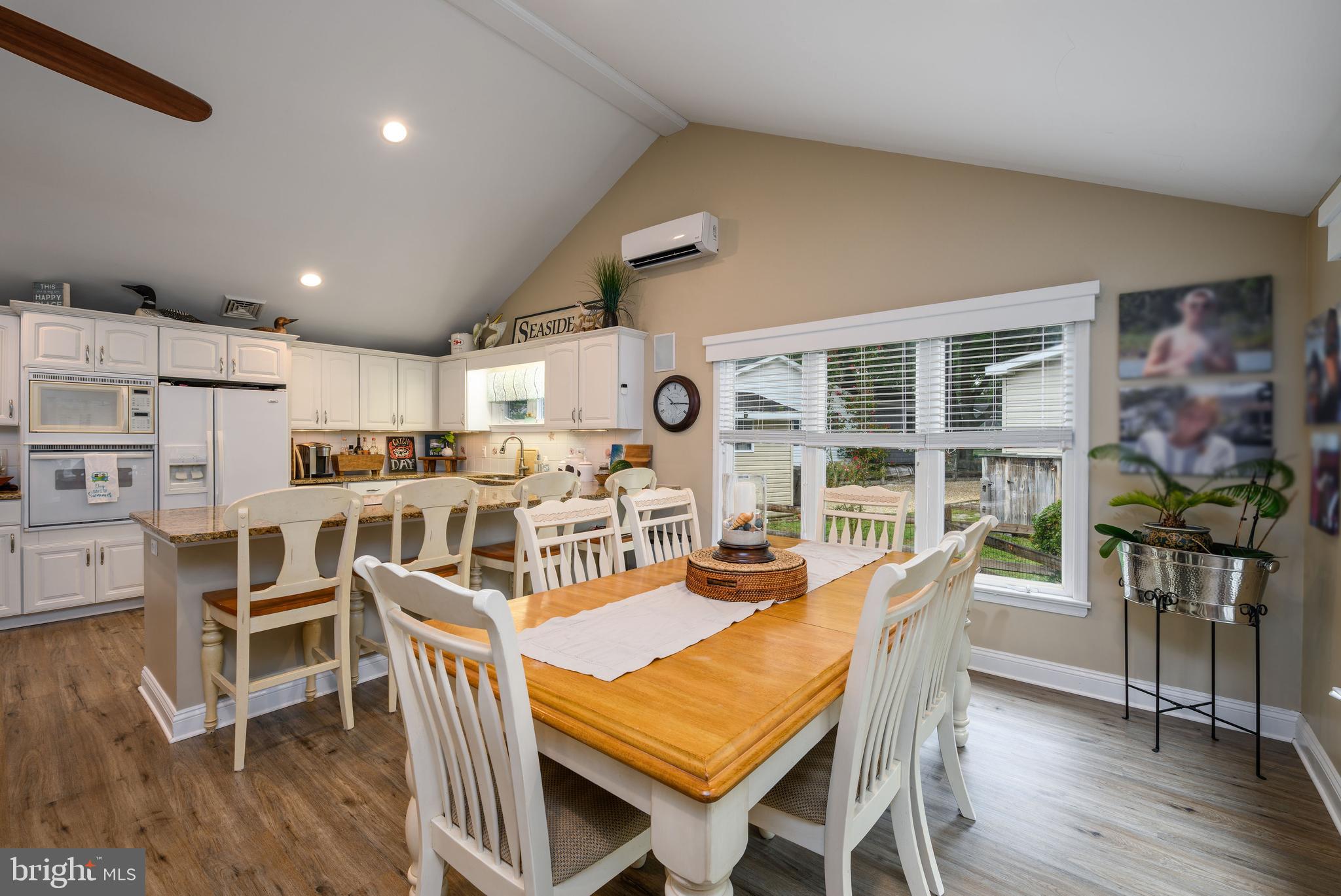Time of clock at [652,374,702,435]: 10:14
